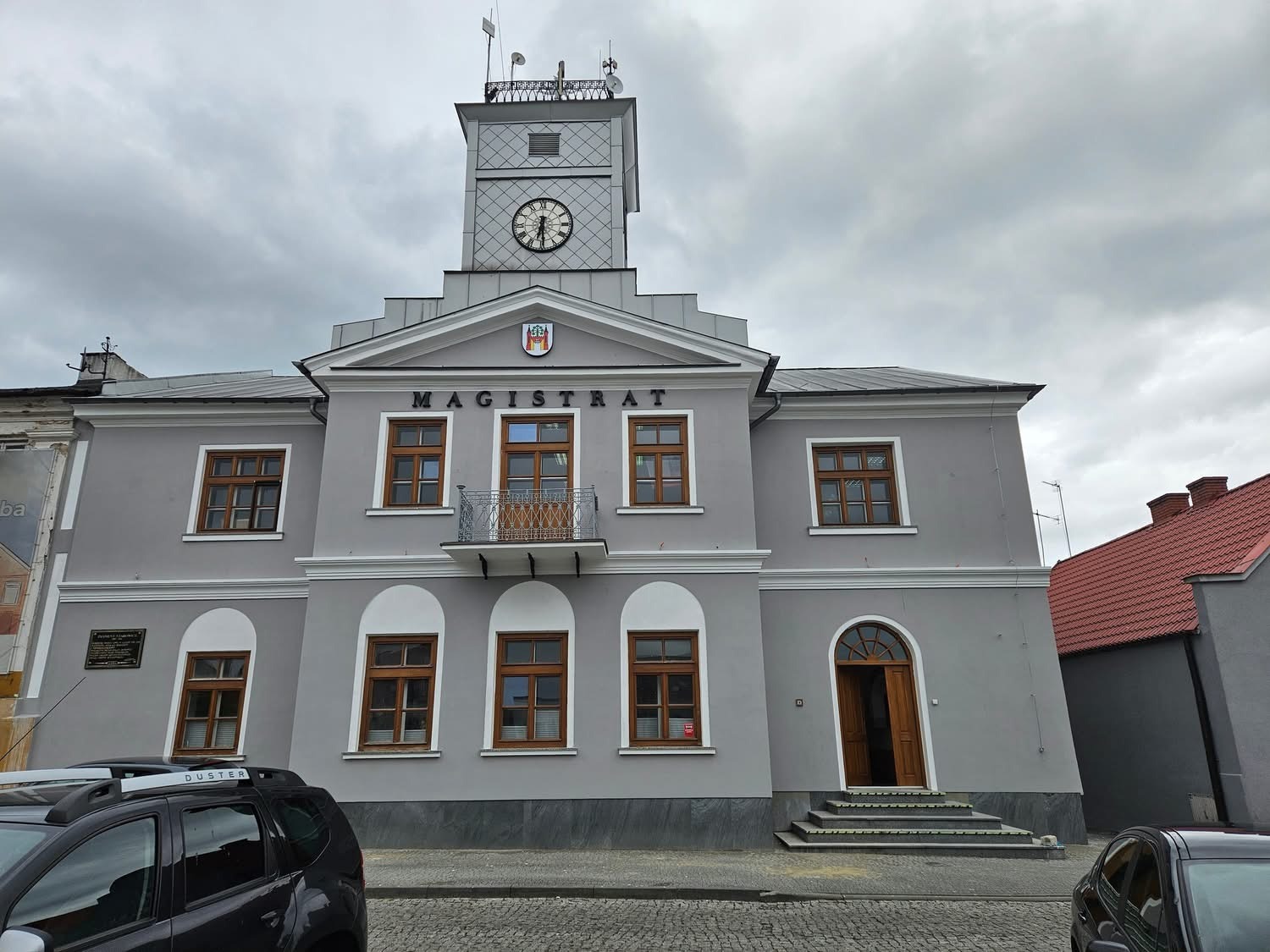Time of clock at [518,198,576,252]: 6:29
